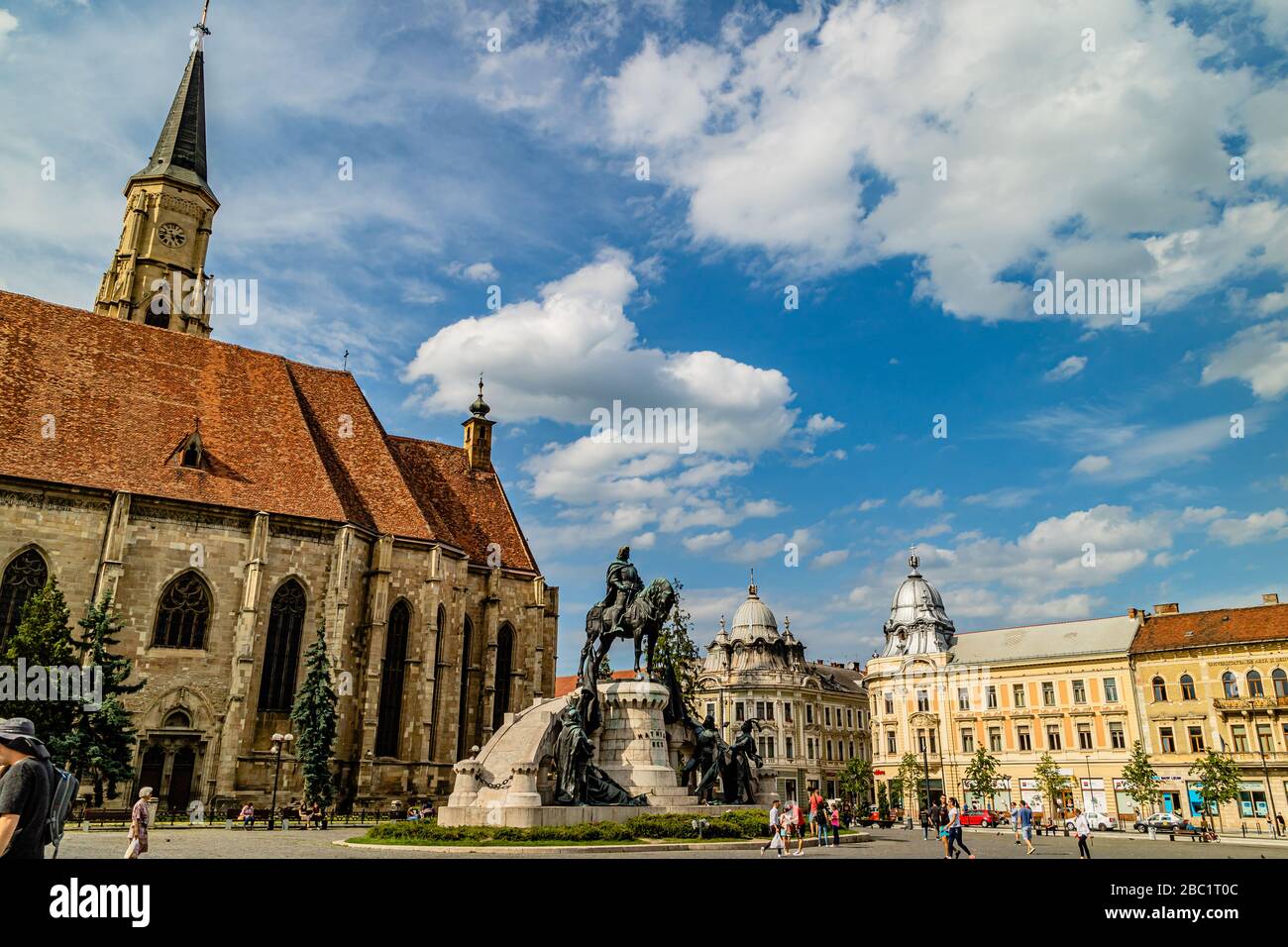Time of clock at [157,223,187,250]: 5:15
